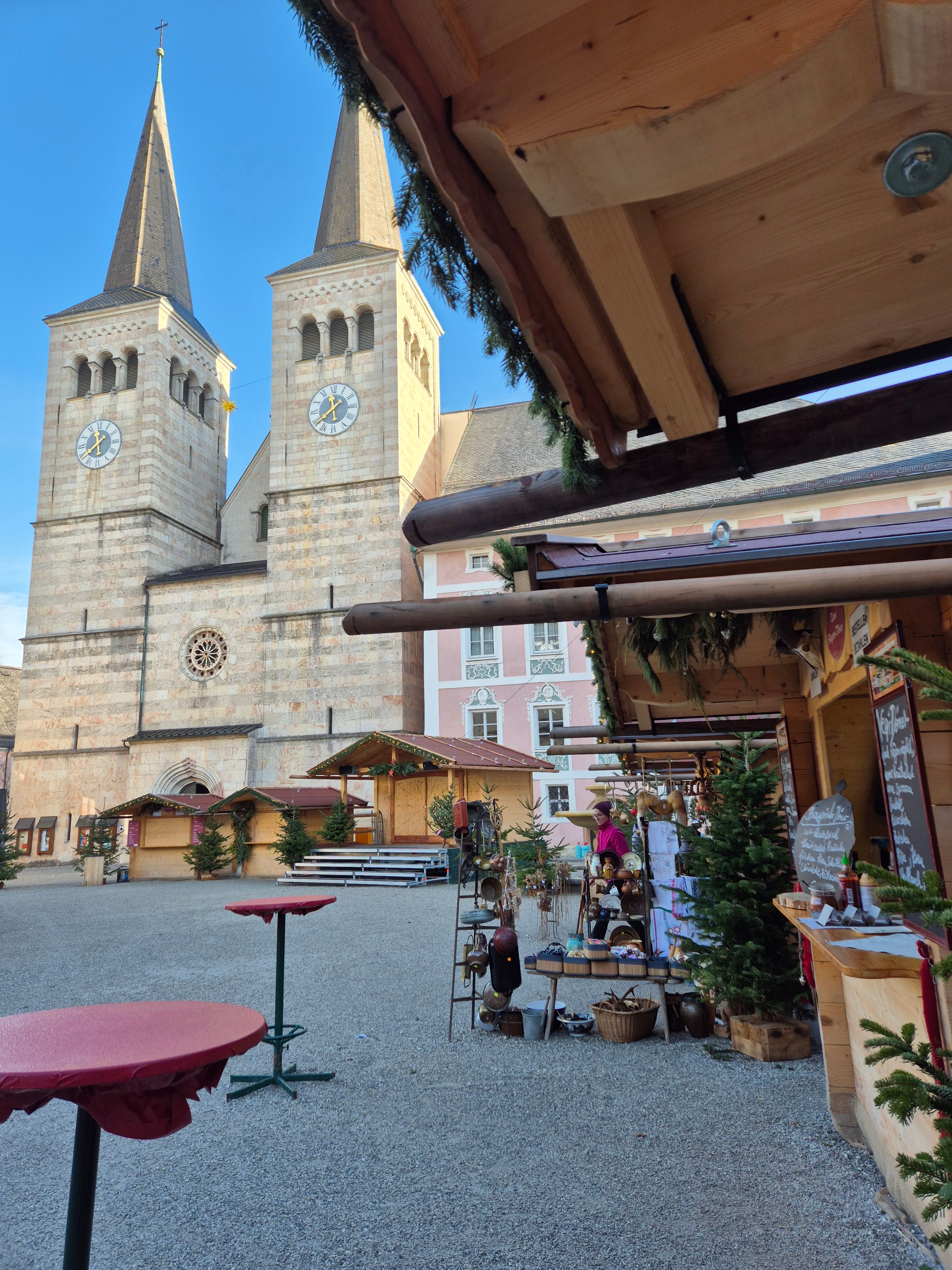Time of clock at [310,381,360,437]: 11:39
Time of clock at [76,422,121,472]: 11:39
